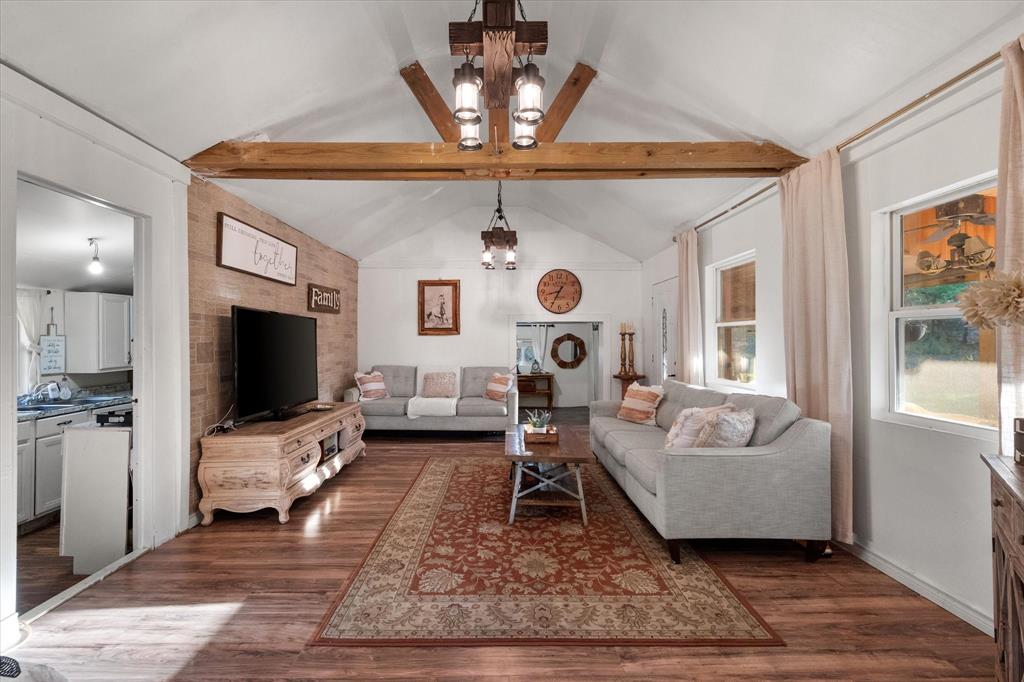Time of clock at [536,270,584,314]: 8:34
